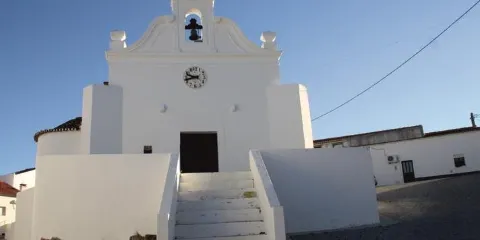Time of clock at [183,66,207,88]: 9:42
